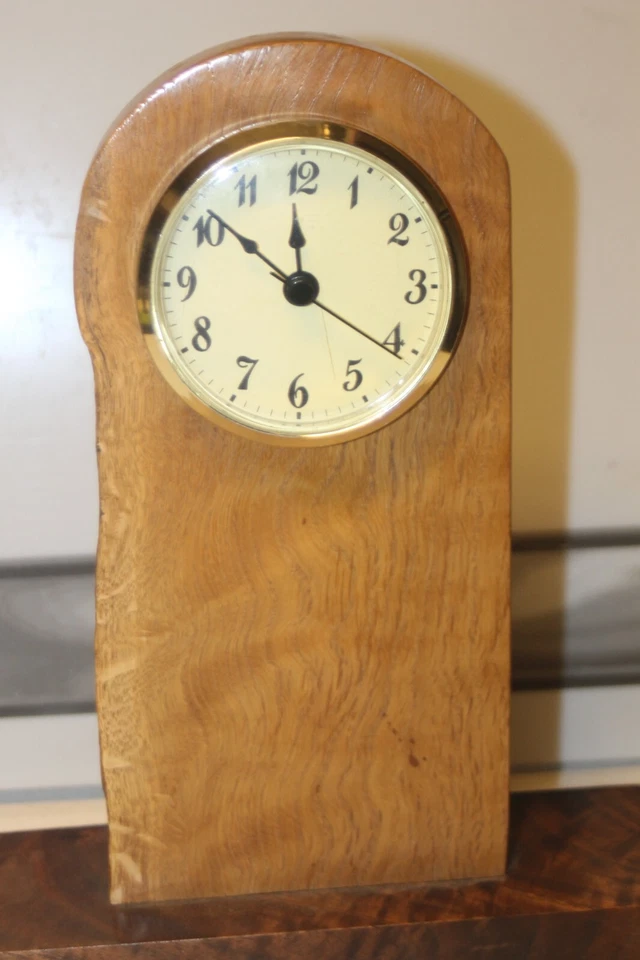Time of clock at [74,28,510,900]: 11:51
